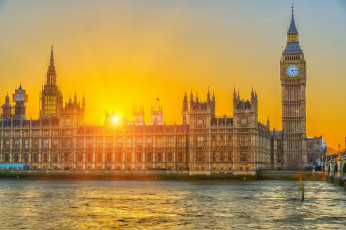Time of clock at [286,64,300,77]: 5:14
